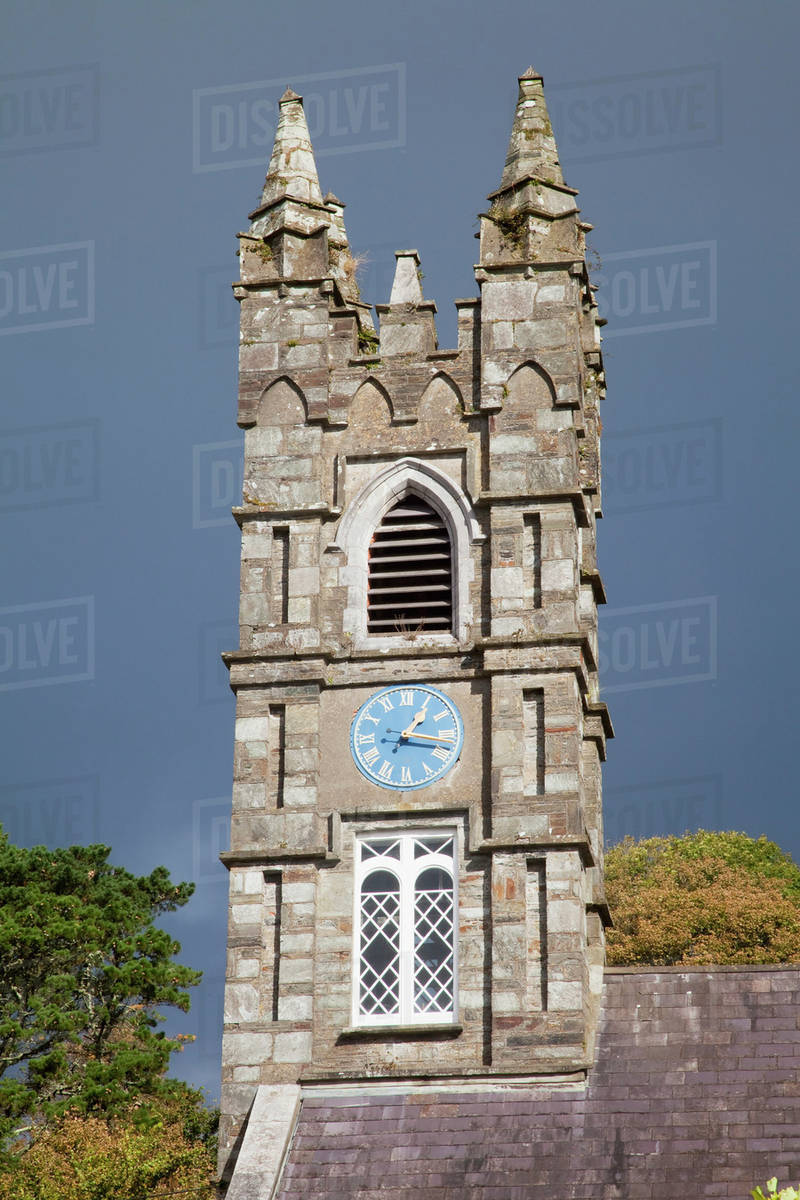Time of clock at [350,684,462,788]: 1:16
